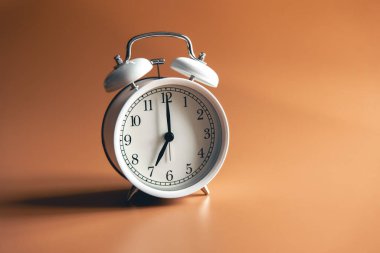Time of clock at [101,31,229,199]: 7:00
